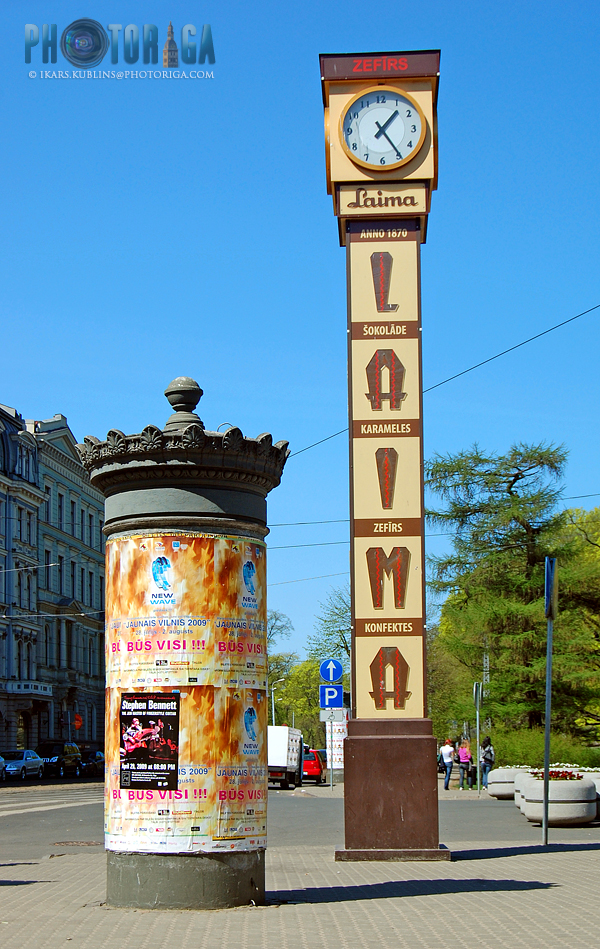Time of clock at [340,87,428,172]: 1:24
